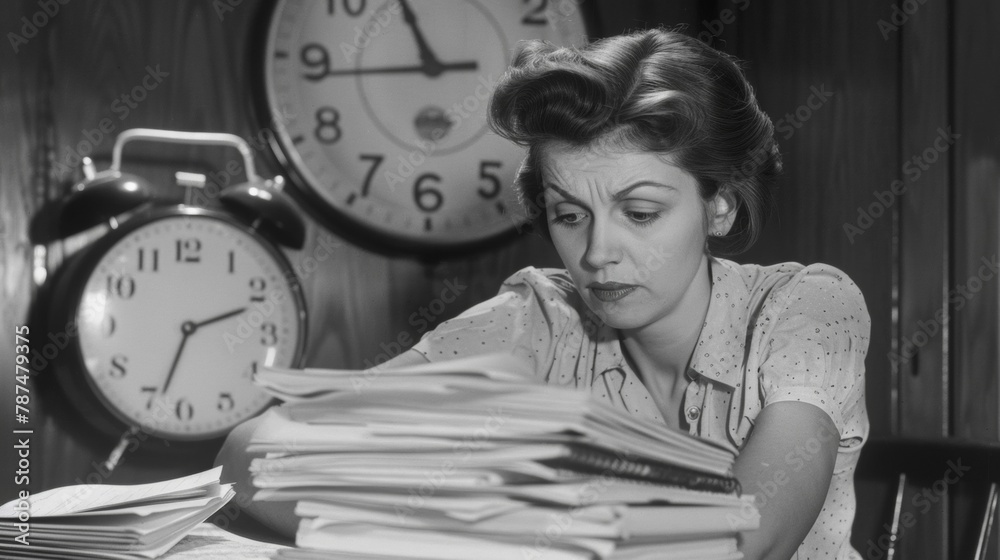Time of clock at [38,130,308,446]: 2:33
